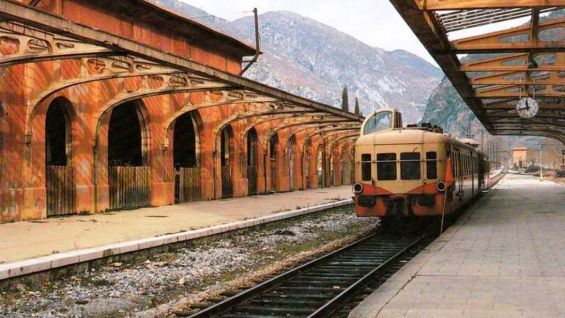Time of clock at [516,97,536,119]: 11:42
